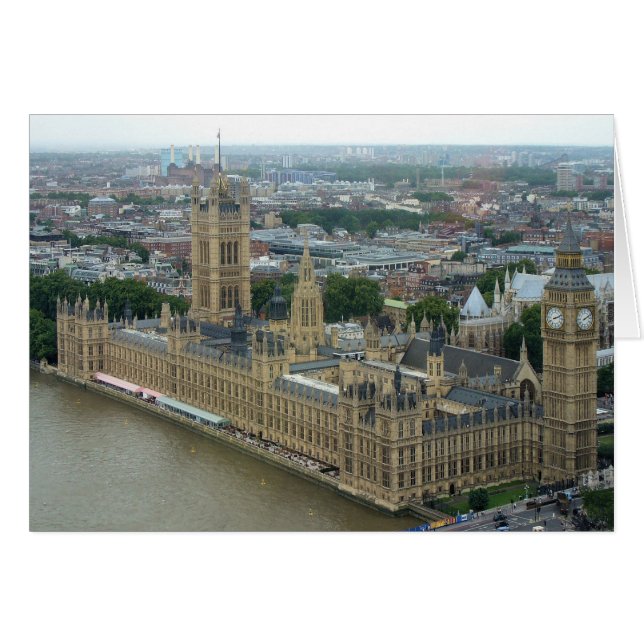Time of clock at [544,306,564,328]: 2:11
